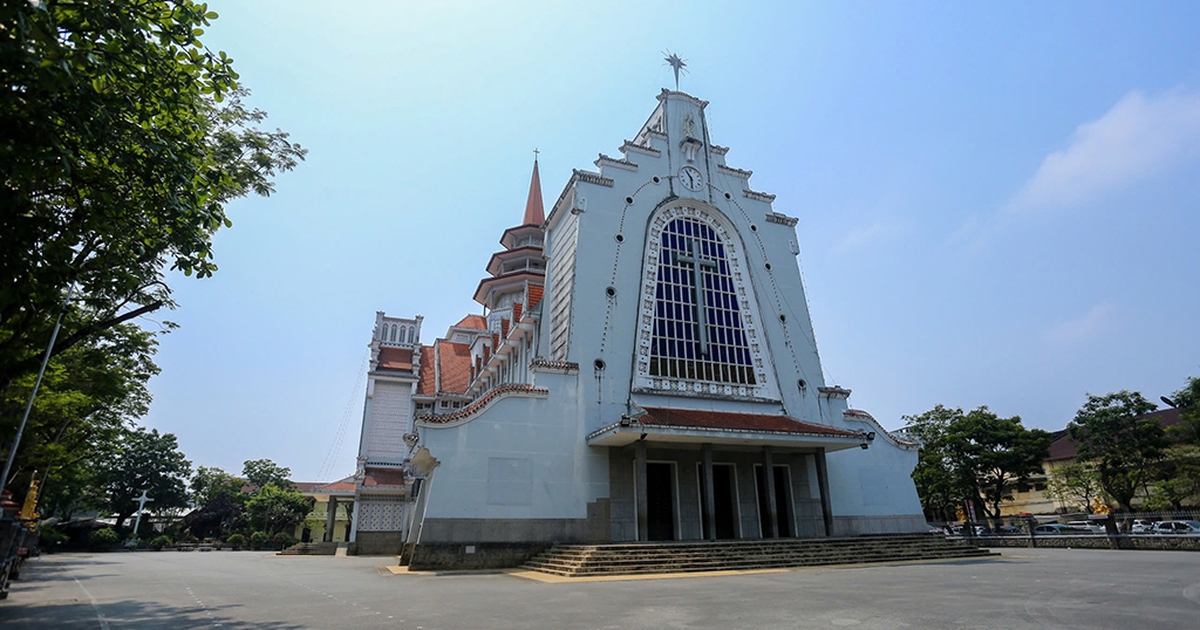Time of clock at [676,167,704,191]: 5:54
